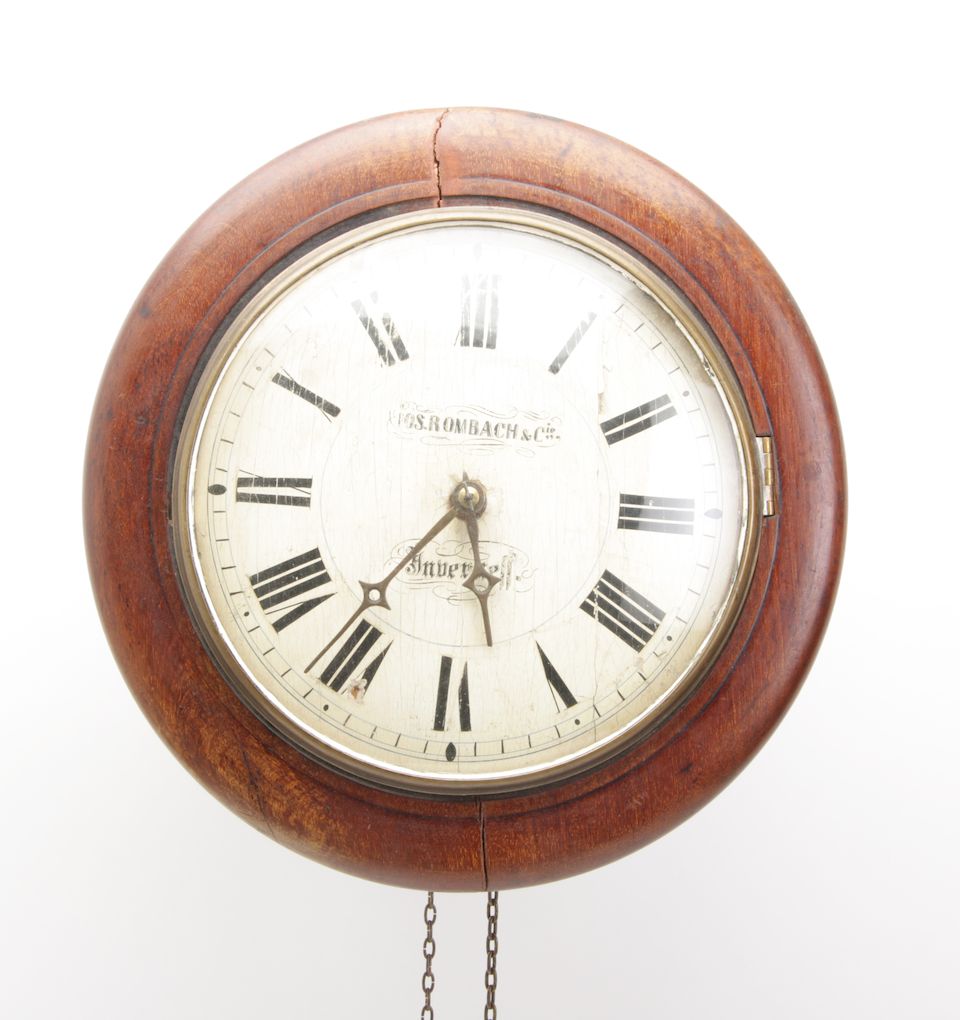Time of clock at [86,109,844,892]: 5:36
